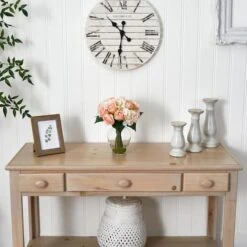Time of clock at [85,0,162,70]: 10:31
